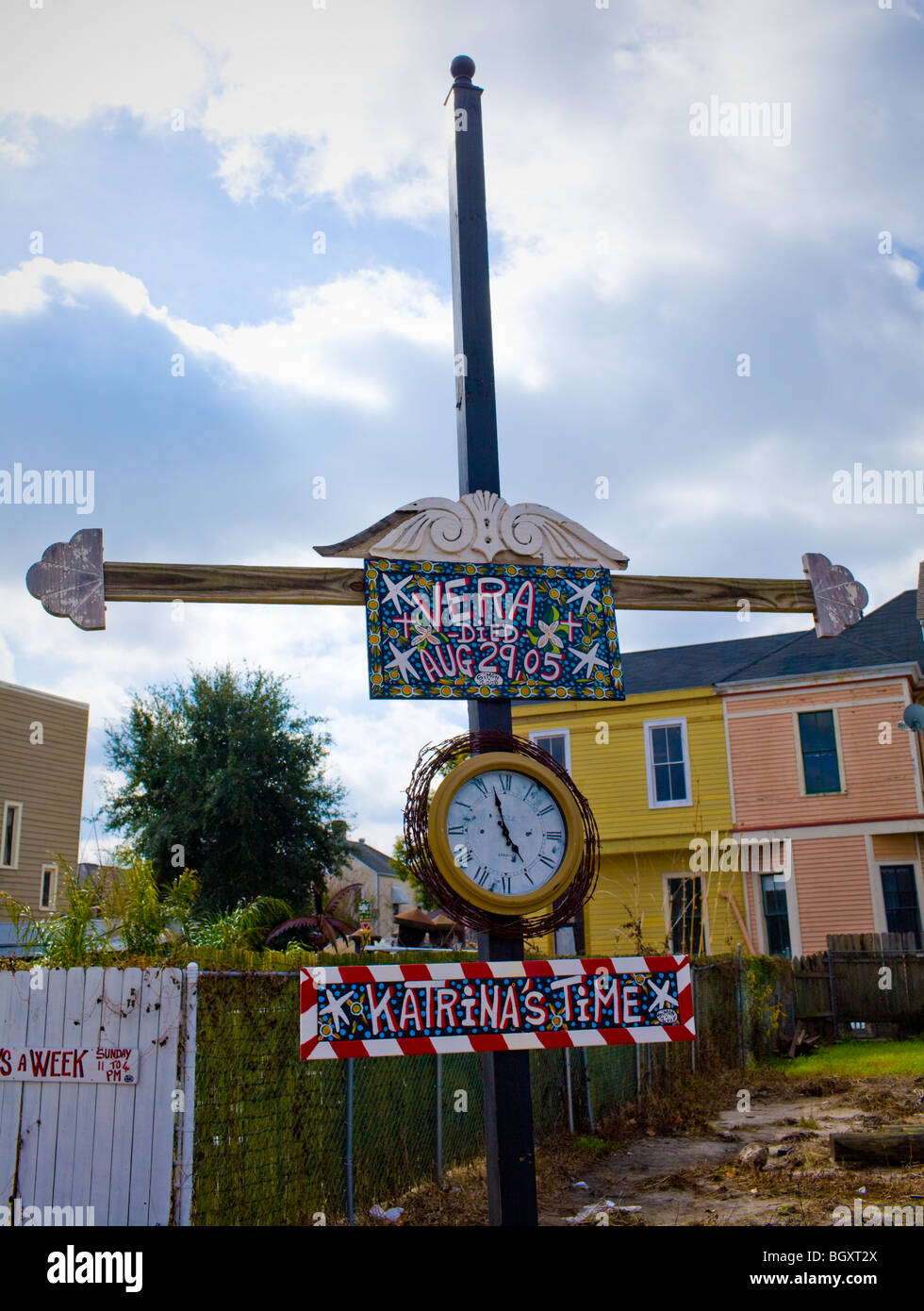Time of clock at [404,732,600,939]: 4:57
